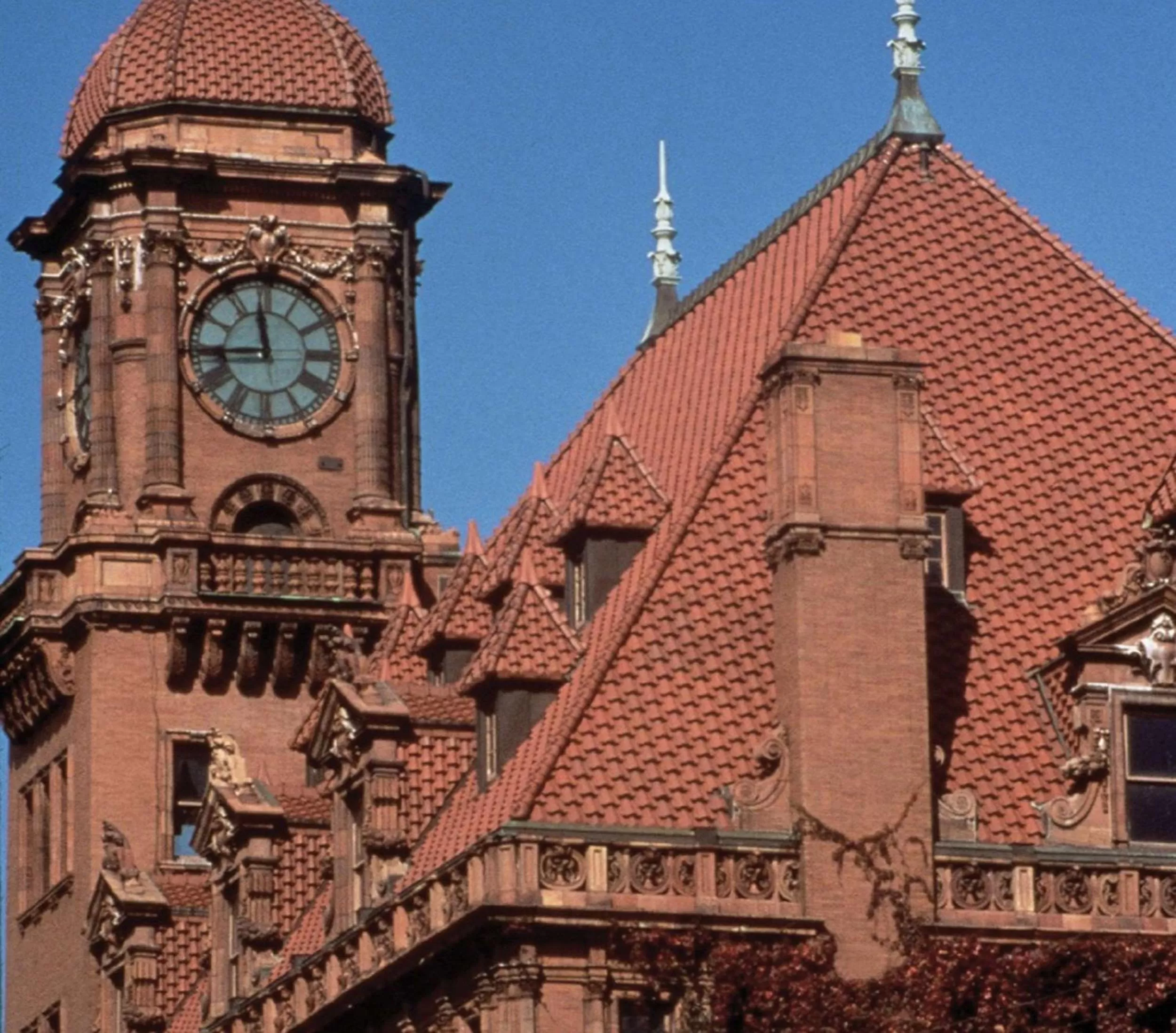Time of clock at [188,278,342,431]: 11:44
